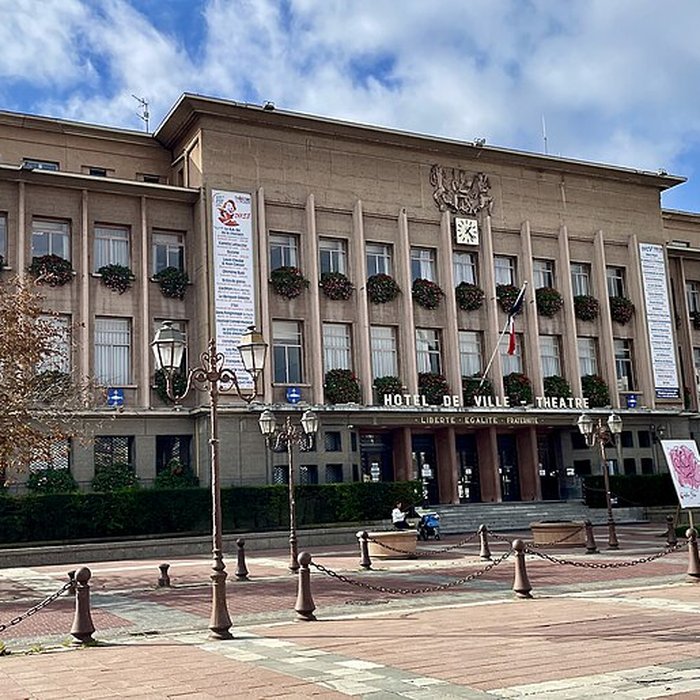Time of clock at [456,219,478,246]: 1:22
